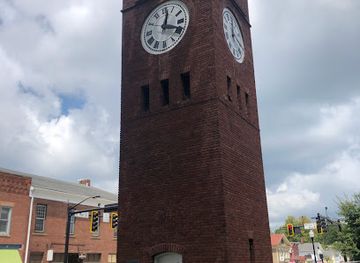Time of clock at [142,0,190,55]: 12:18
